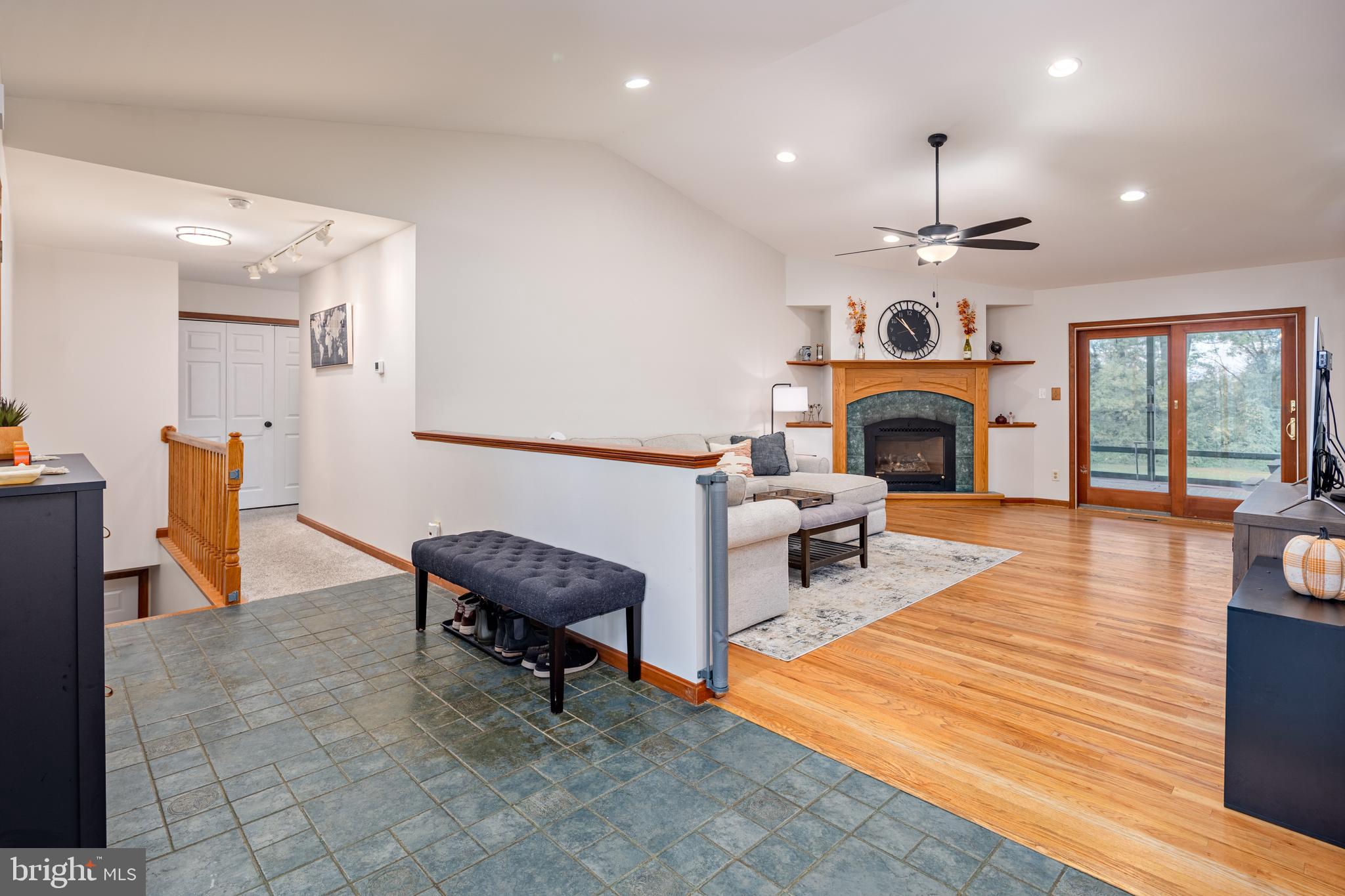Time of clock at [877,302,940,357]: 10:52
